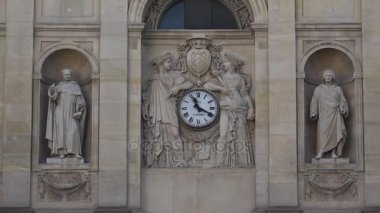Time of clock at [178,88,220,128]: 11:19
